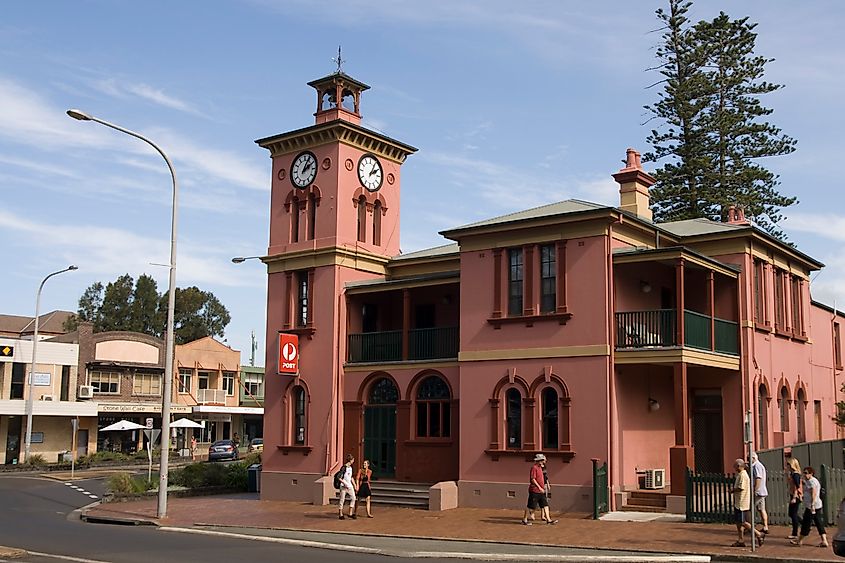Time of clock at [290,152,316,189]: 2:04
